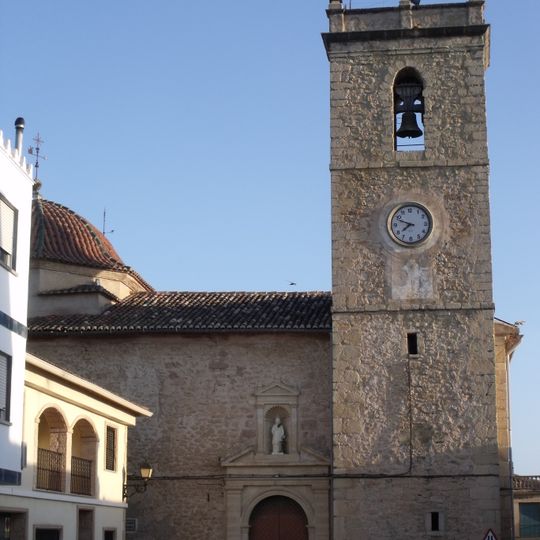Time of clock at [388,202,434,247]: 7:48
